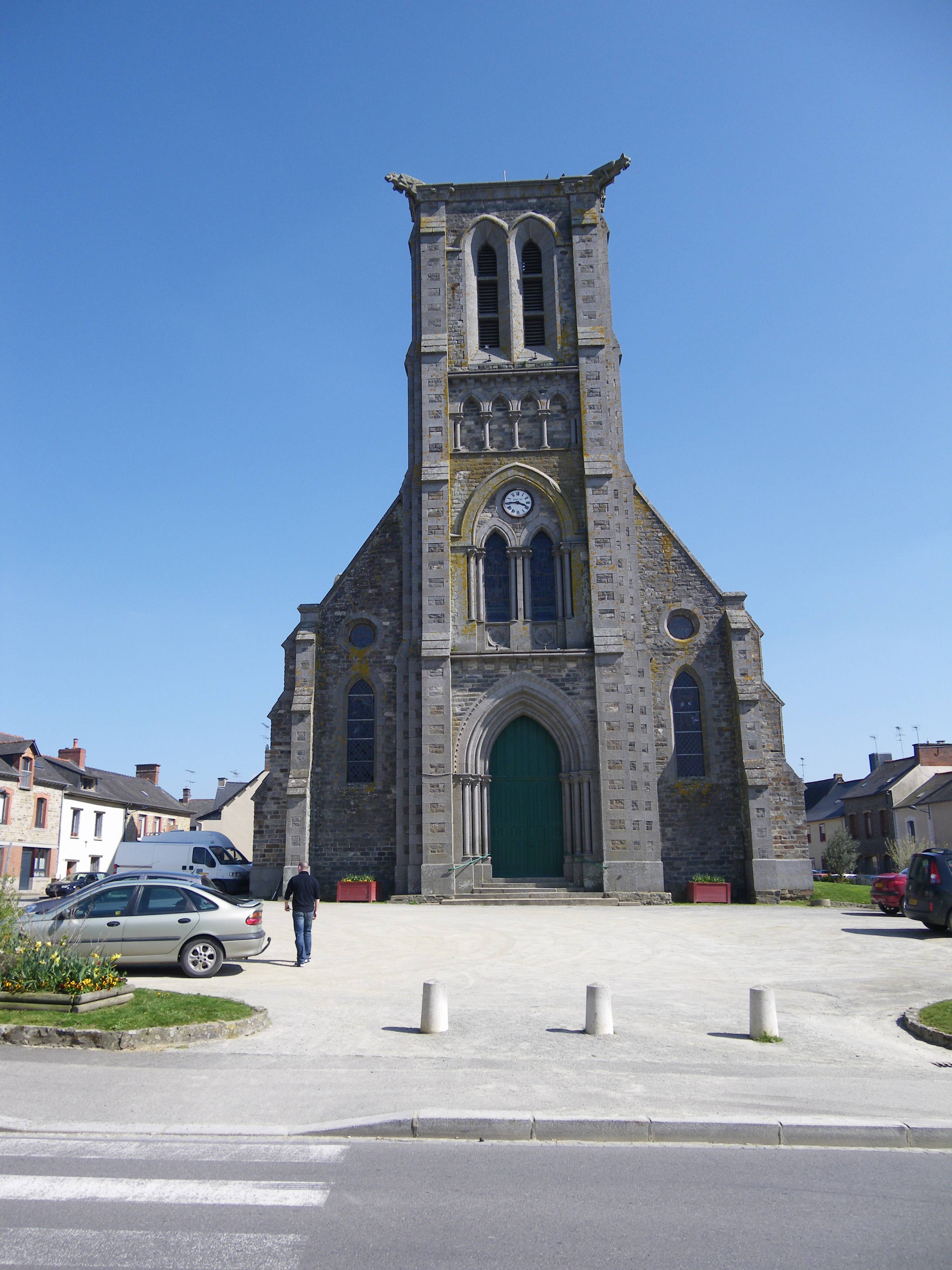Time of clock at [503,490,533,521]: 3:44
